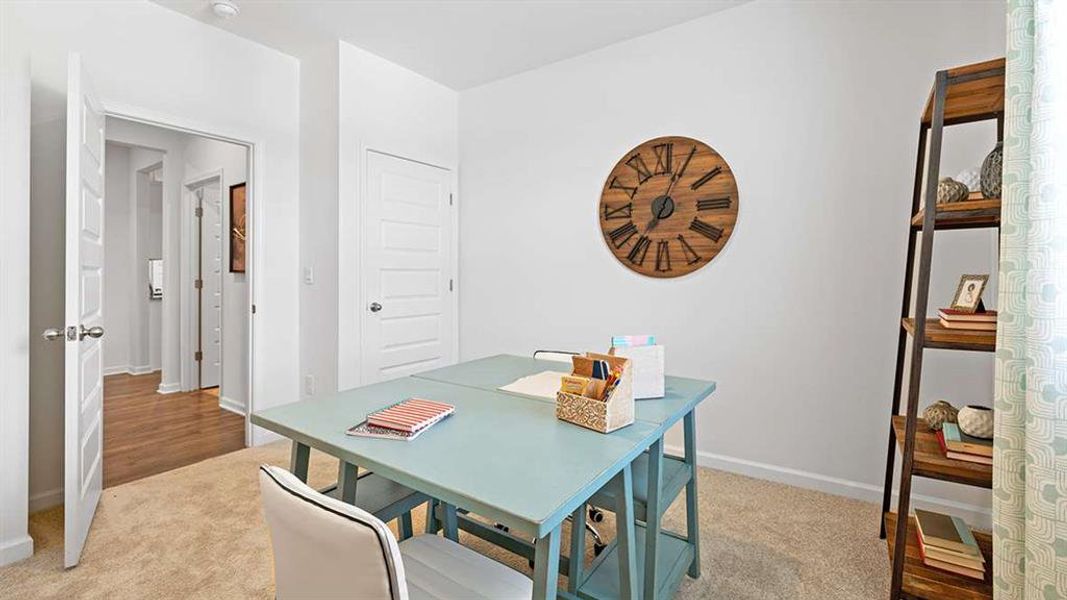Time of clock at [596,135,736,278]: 7:04
